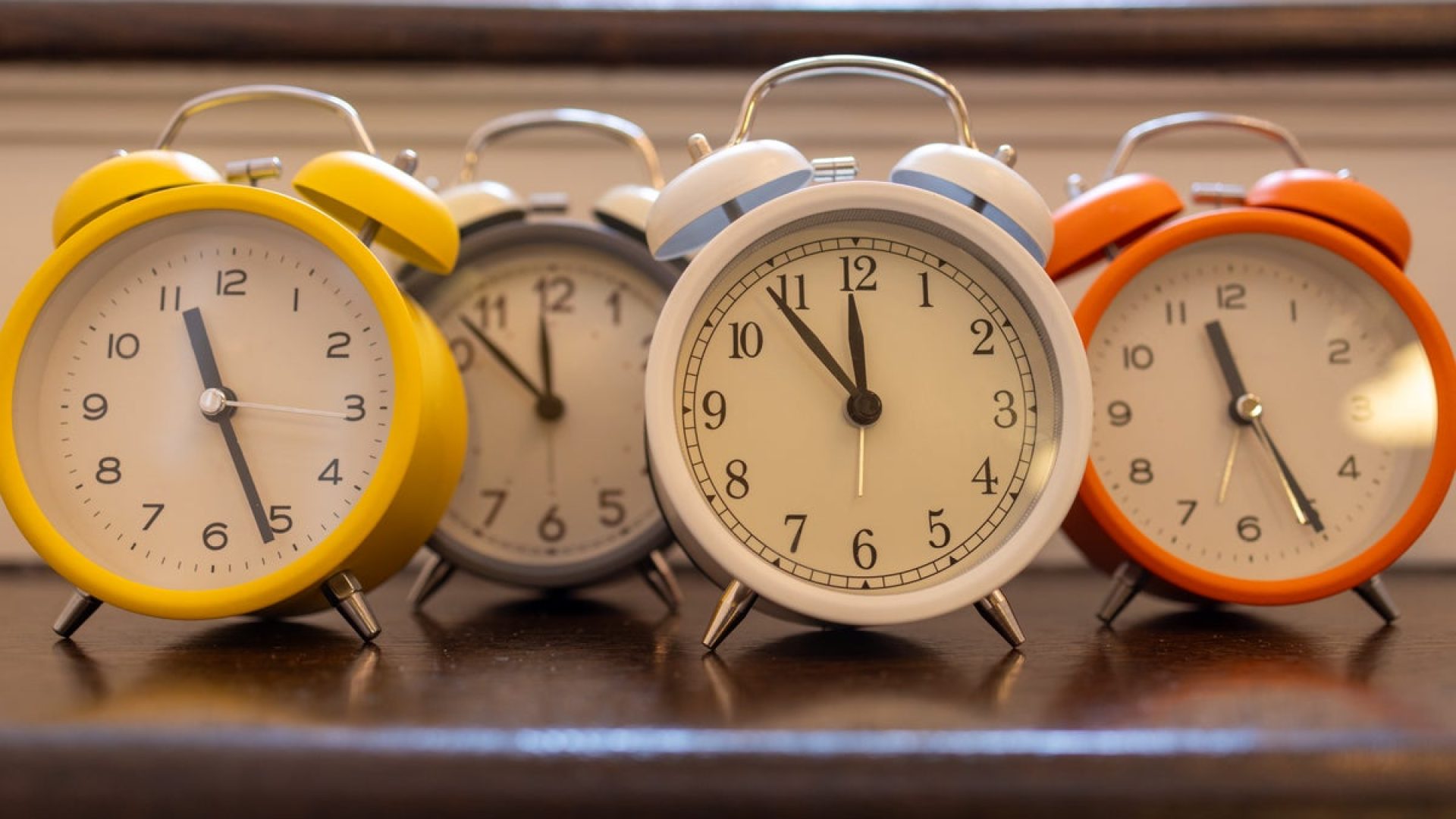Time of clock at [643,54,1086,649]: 11:53
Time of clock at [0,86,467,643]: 11:52
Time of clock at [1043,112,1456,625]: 11:25
